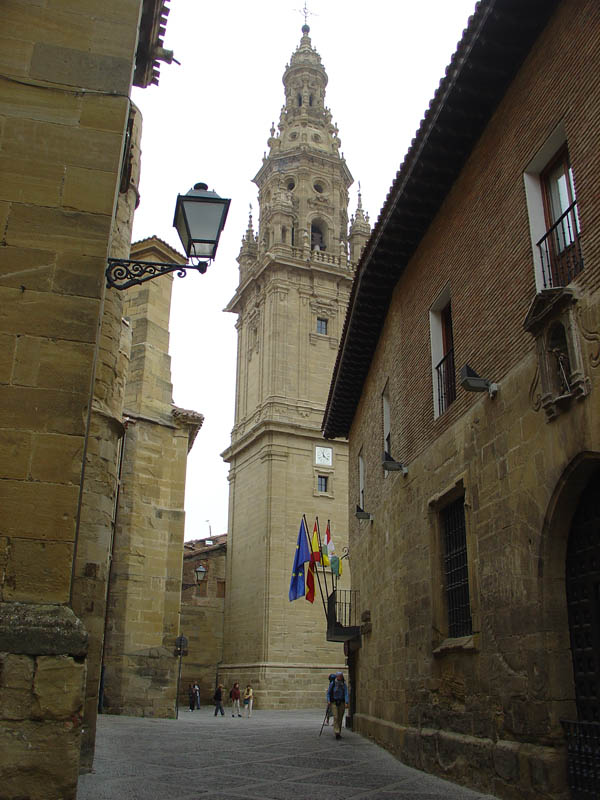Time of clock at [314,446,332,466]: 11:21
